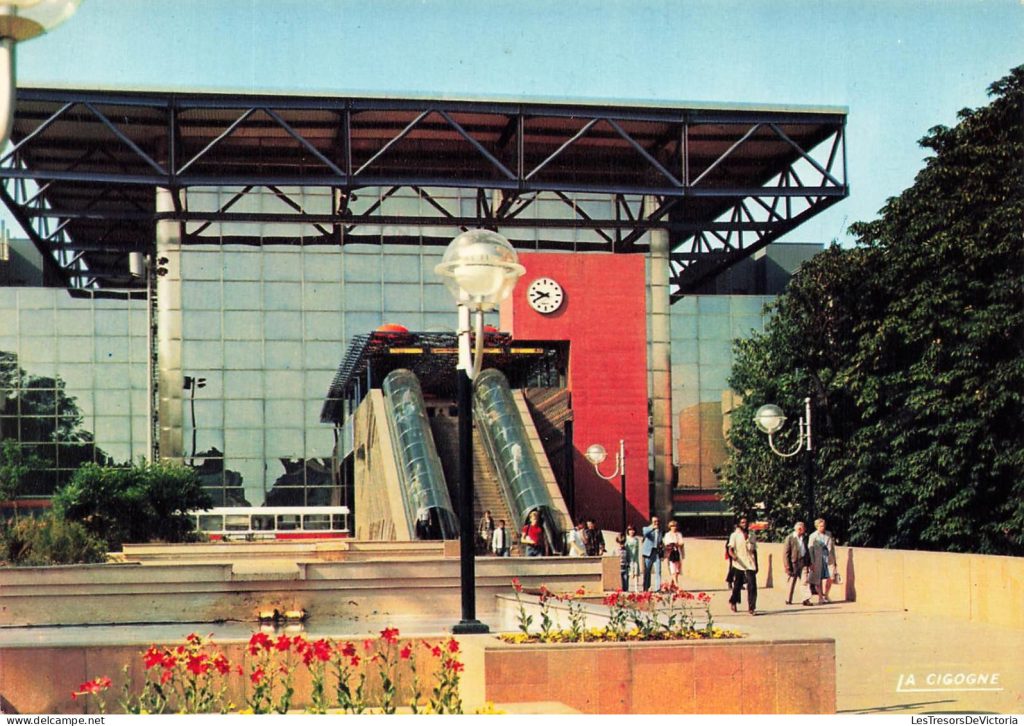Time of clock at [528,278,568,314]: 9:41
